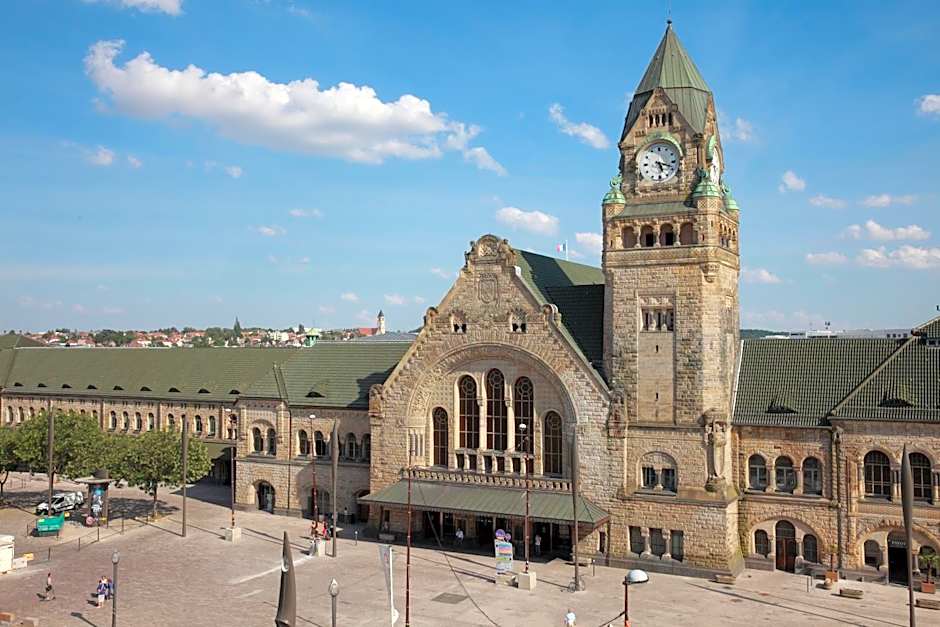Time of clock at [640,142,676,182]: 5:18
